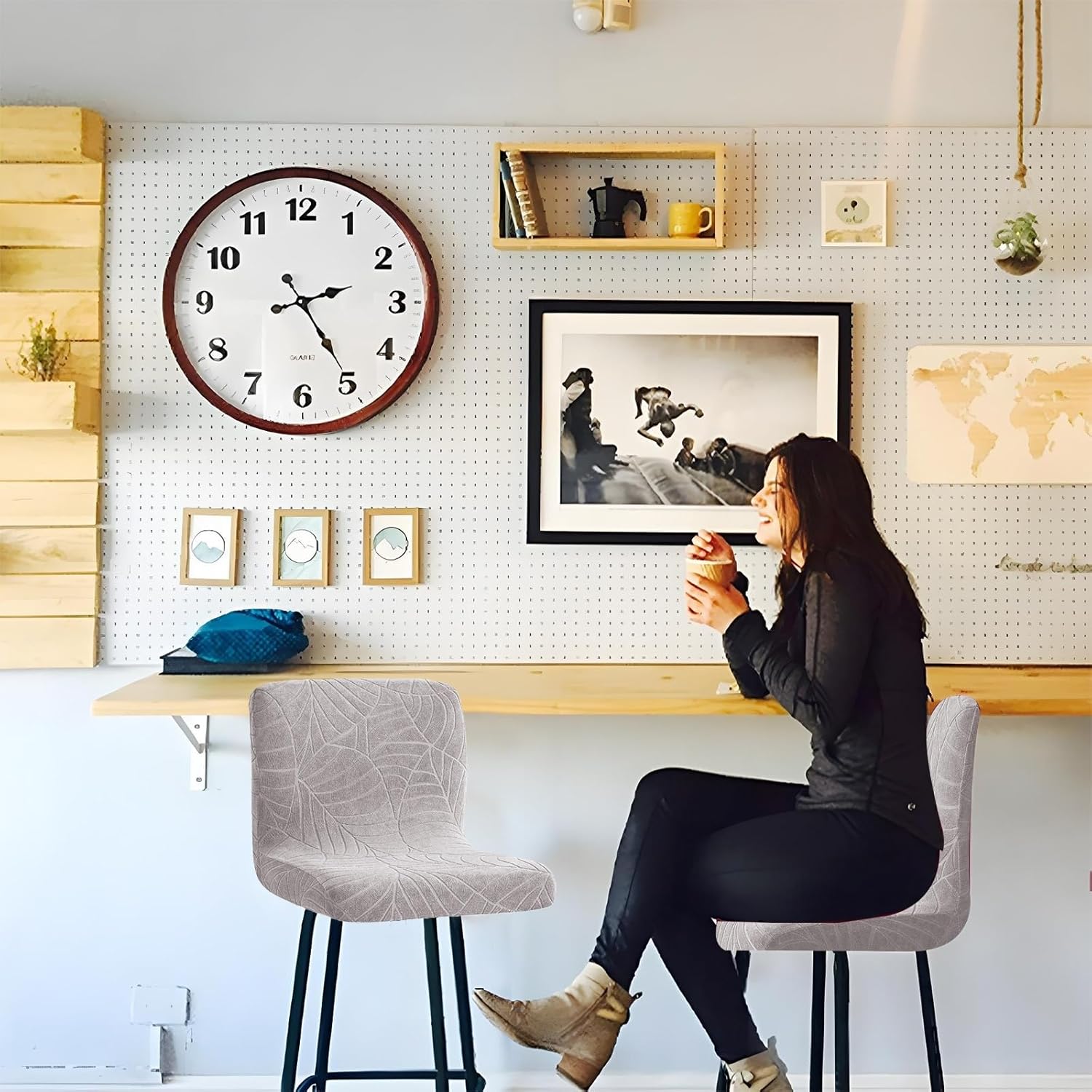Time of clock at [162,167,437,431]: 2:24
